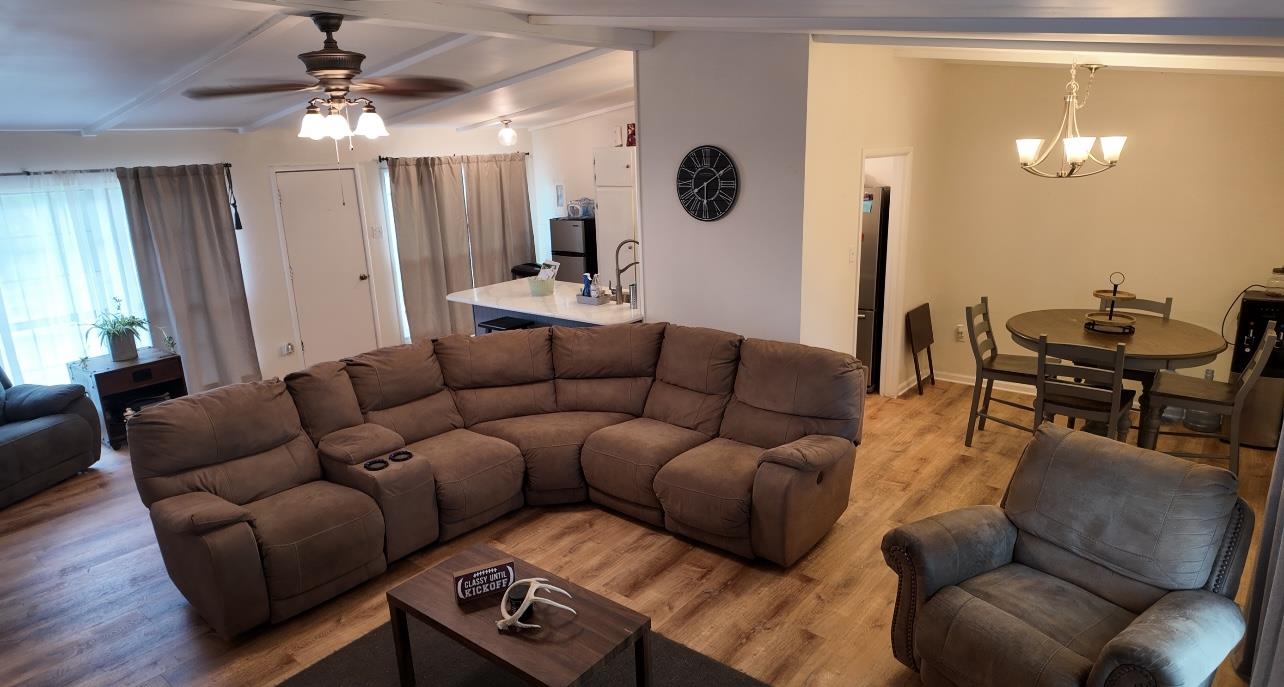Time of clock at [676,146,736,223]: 6:09
